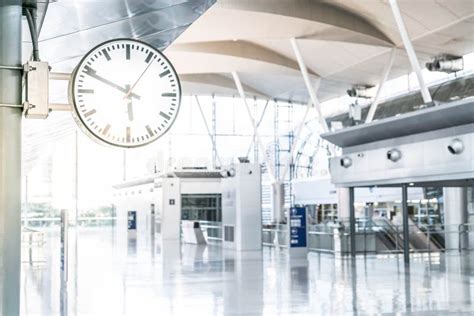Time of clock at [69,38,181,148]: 5:49
